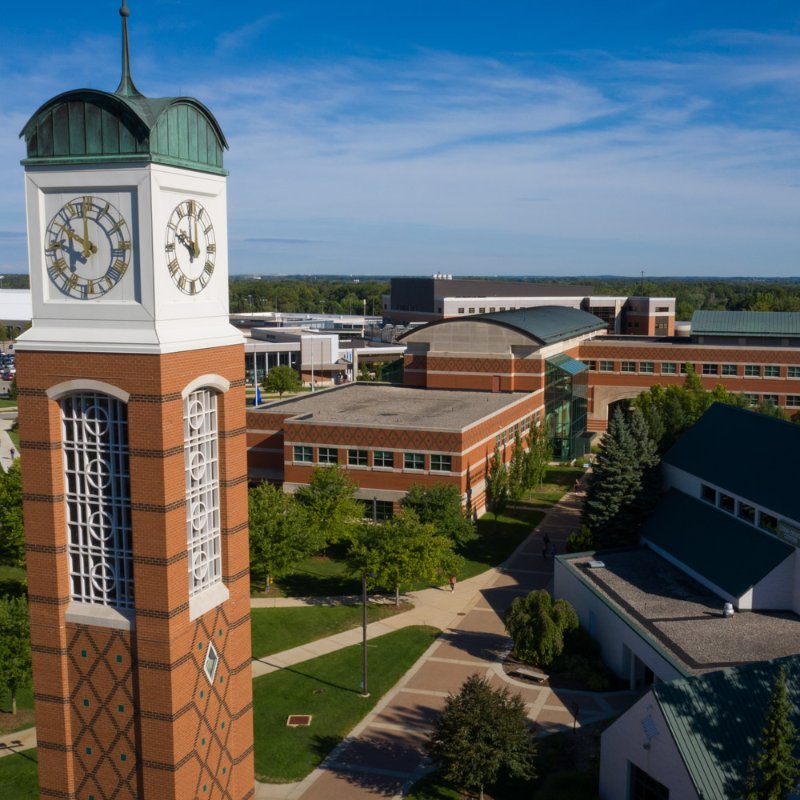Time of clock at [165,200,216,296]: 10:00
